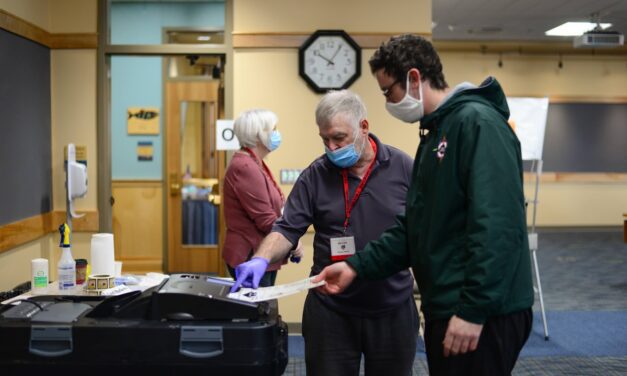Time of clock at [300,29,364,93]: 10:05
